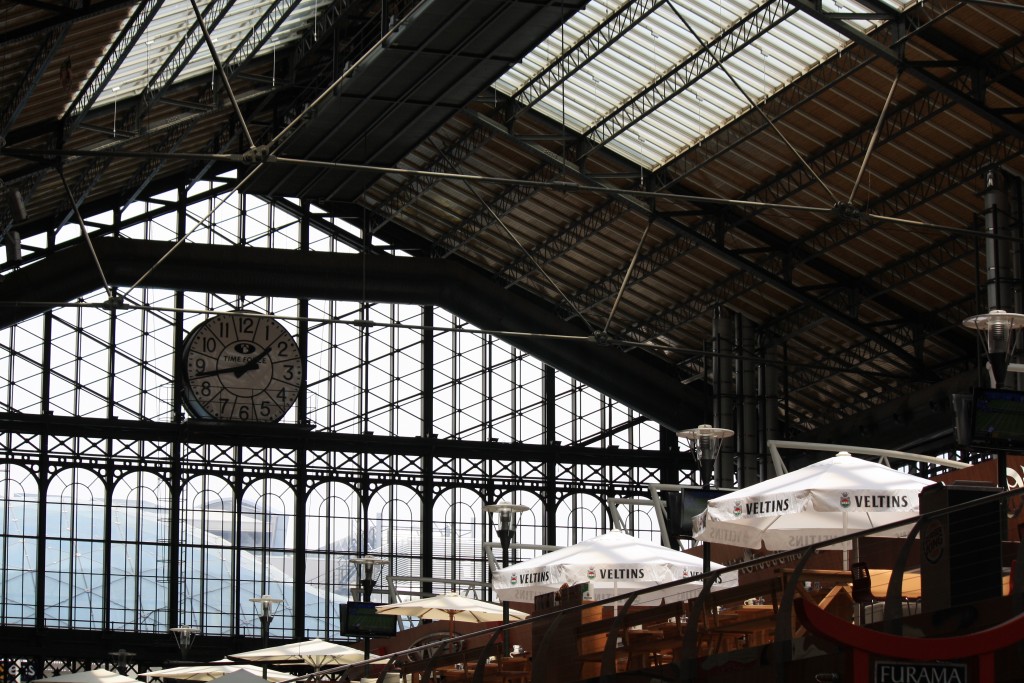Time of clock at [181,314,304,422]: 1:43
